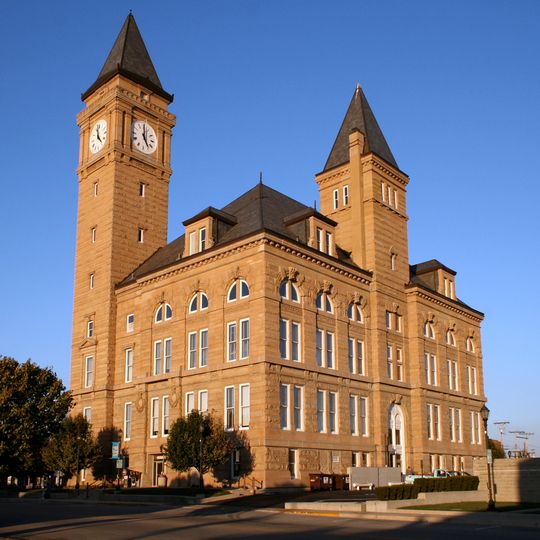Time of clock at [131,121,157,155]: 5:00
